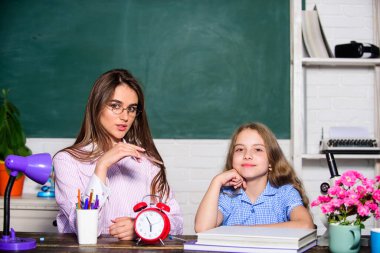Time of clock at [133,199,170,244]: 5:55
